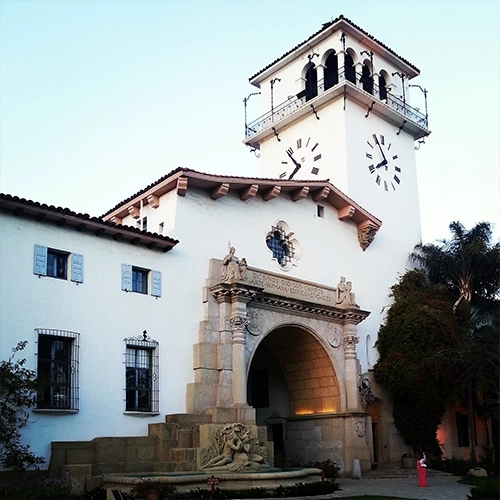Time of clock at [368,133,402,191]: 7:55
